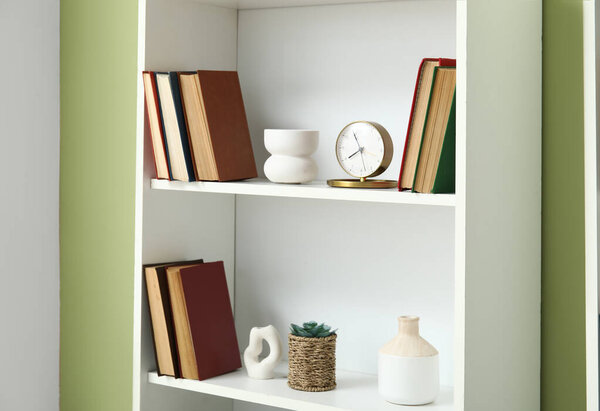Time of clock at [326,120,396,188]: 7:54
